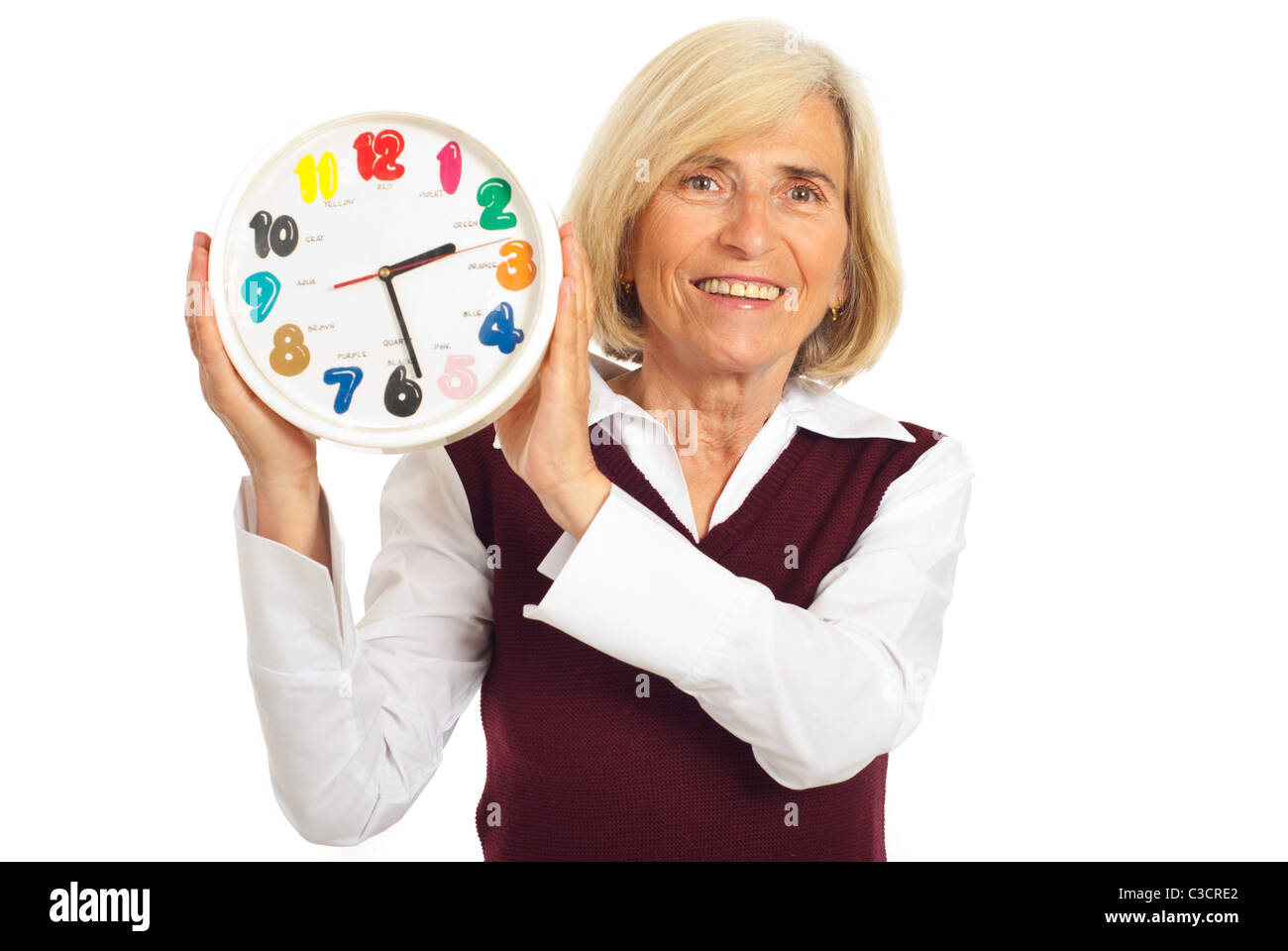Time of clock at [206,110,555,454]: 2:28
